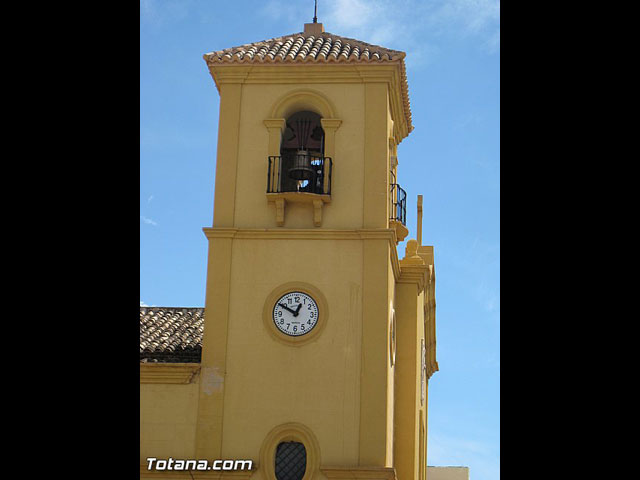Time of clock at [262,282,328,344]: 12:49
